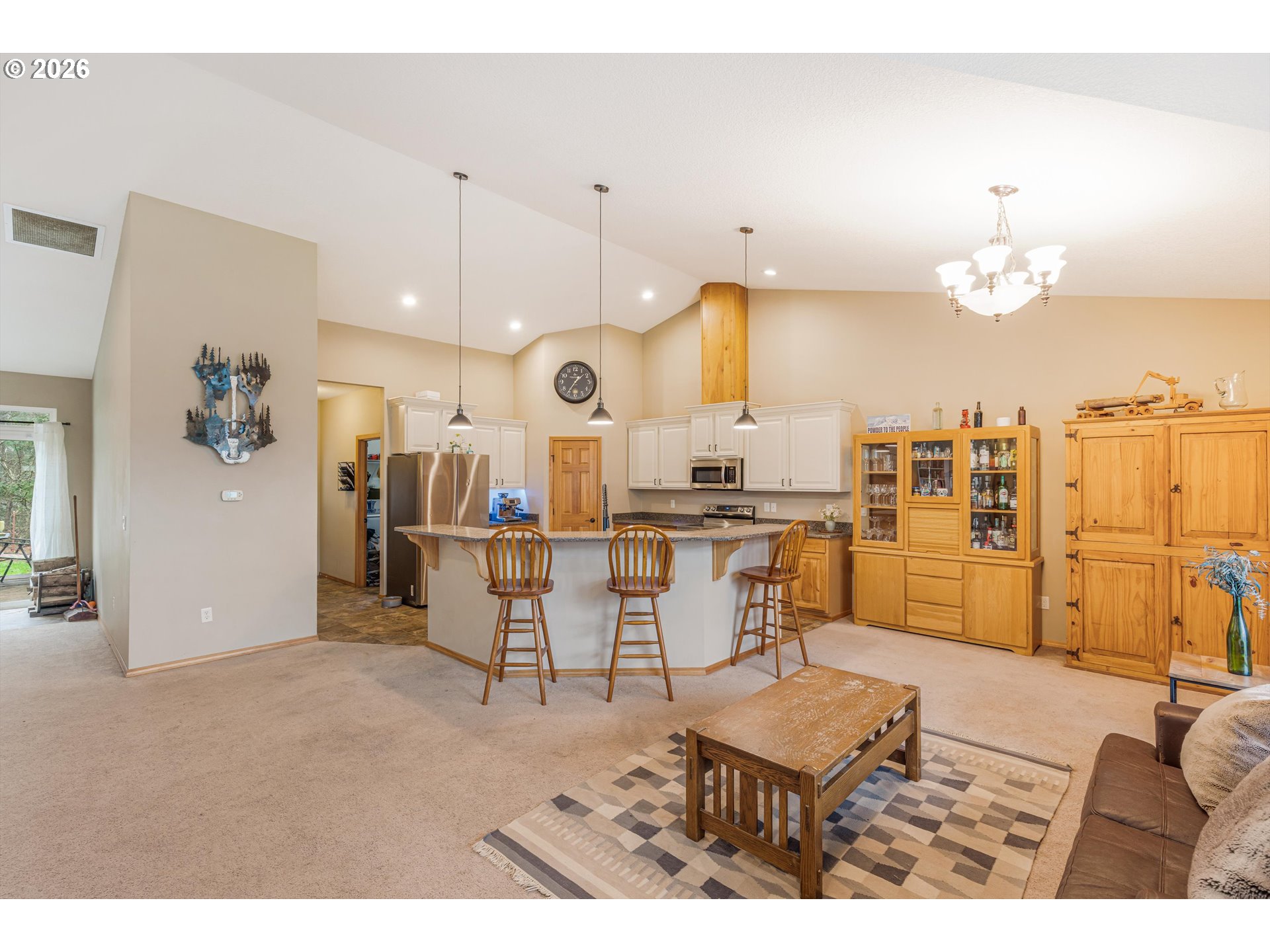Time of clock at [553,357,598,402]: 1:36
